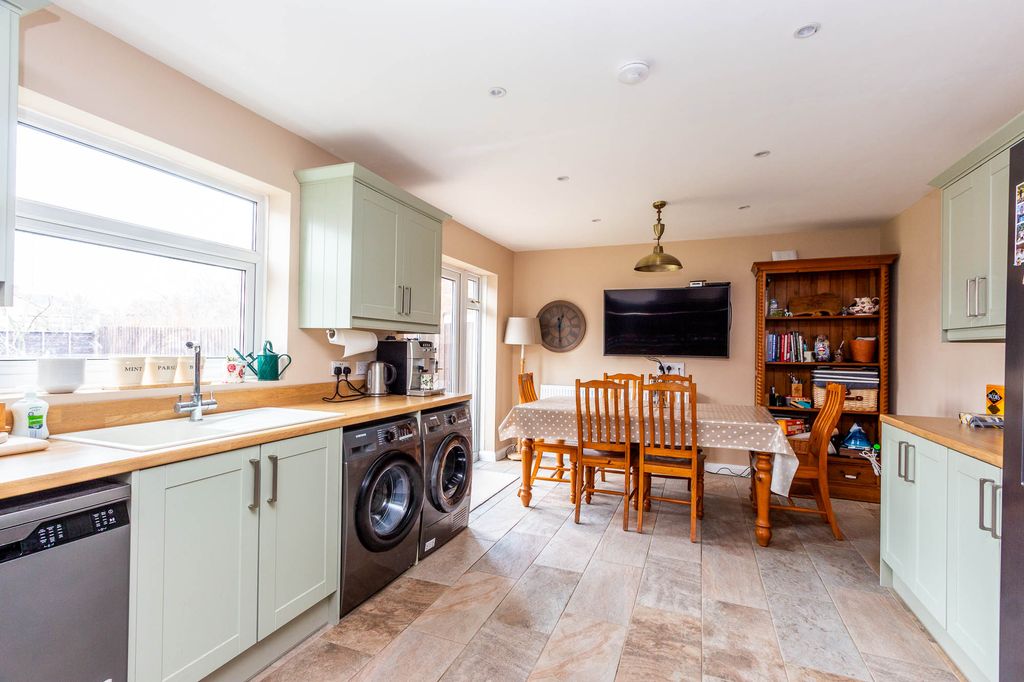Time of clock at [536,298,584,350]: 12:29
